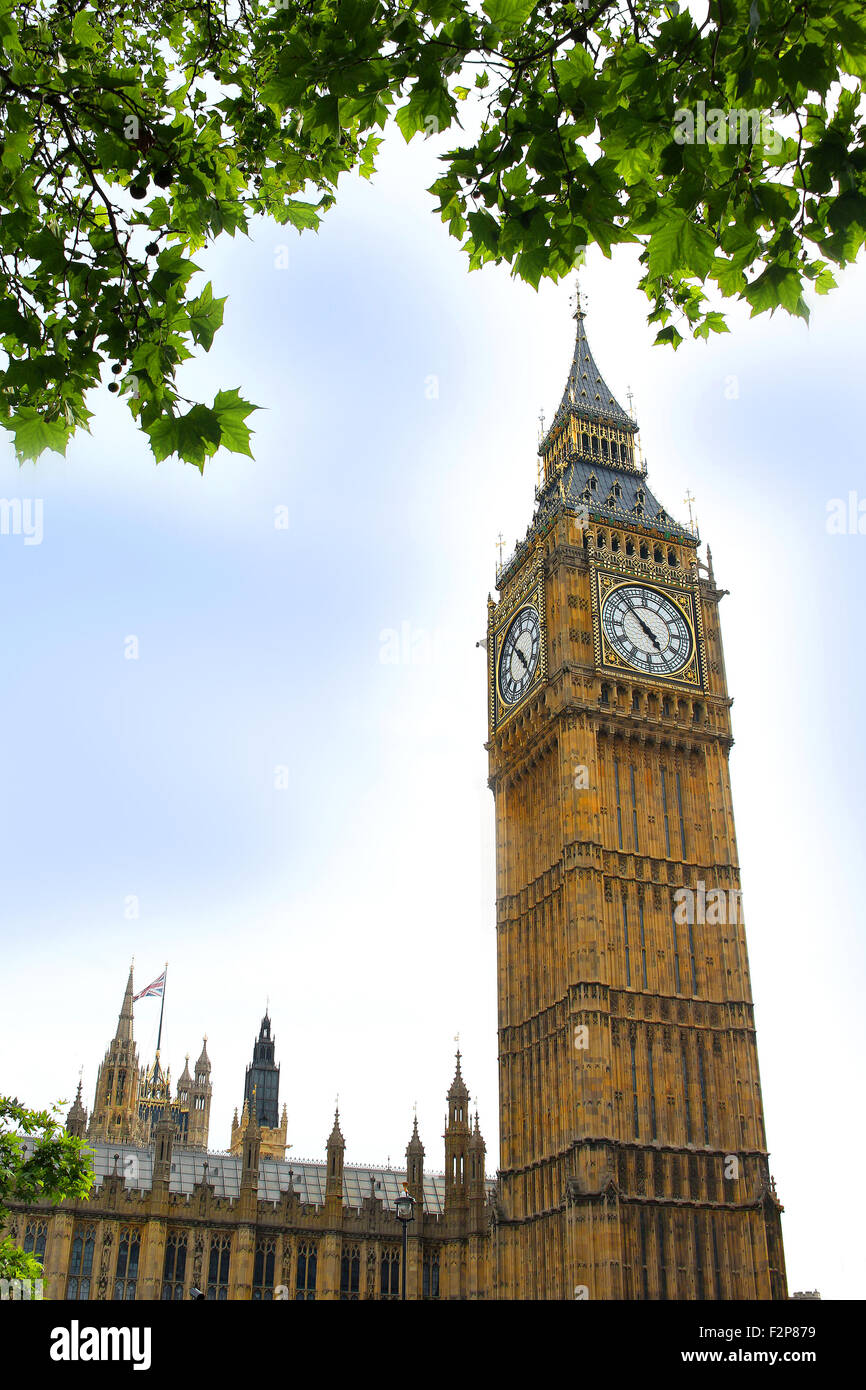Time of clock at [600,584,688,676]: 4:52
